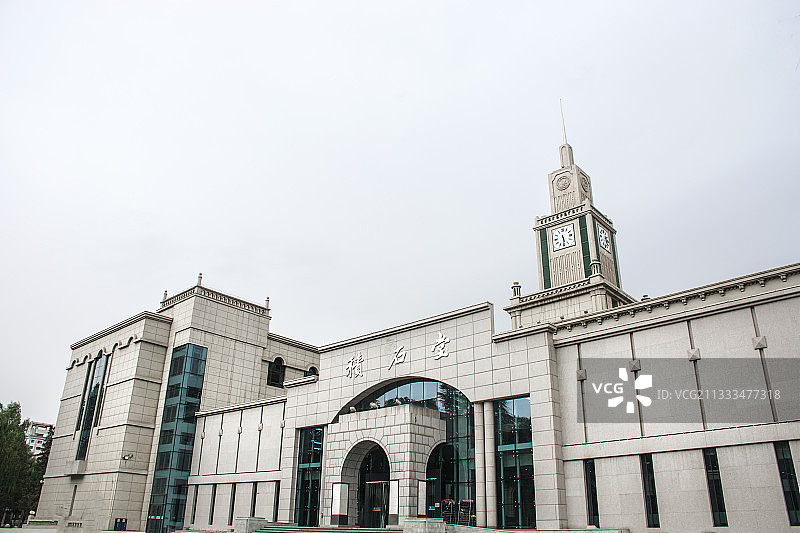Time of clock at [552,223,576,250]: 5:30
